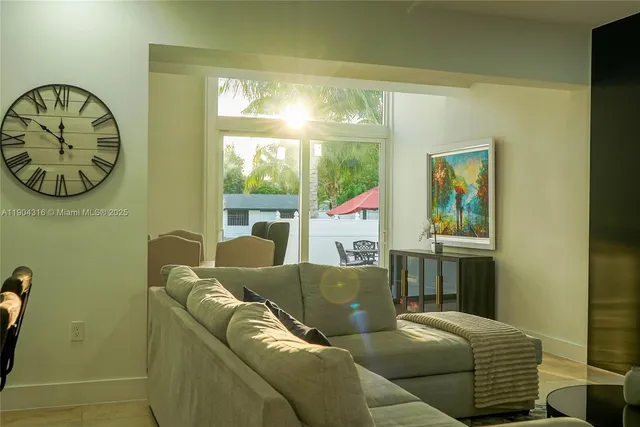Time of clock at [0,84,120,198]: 11:50
